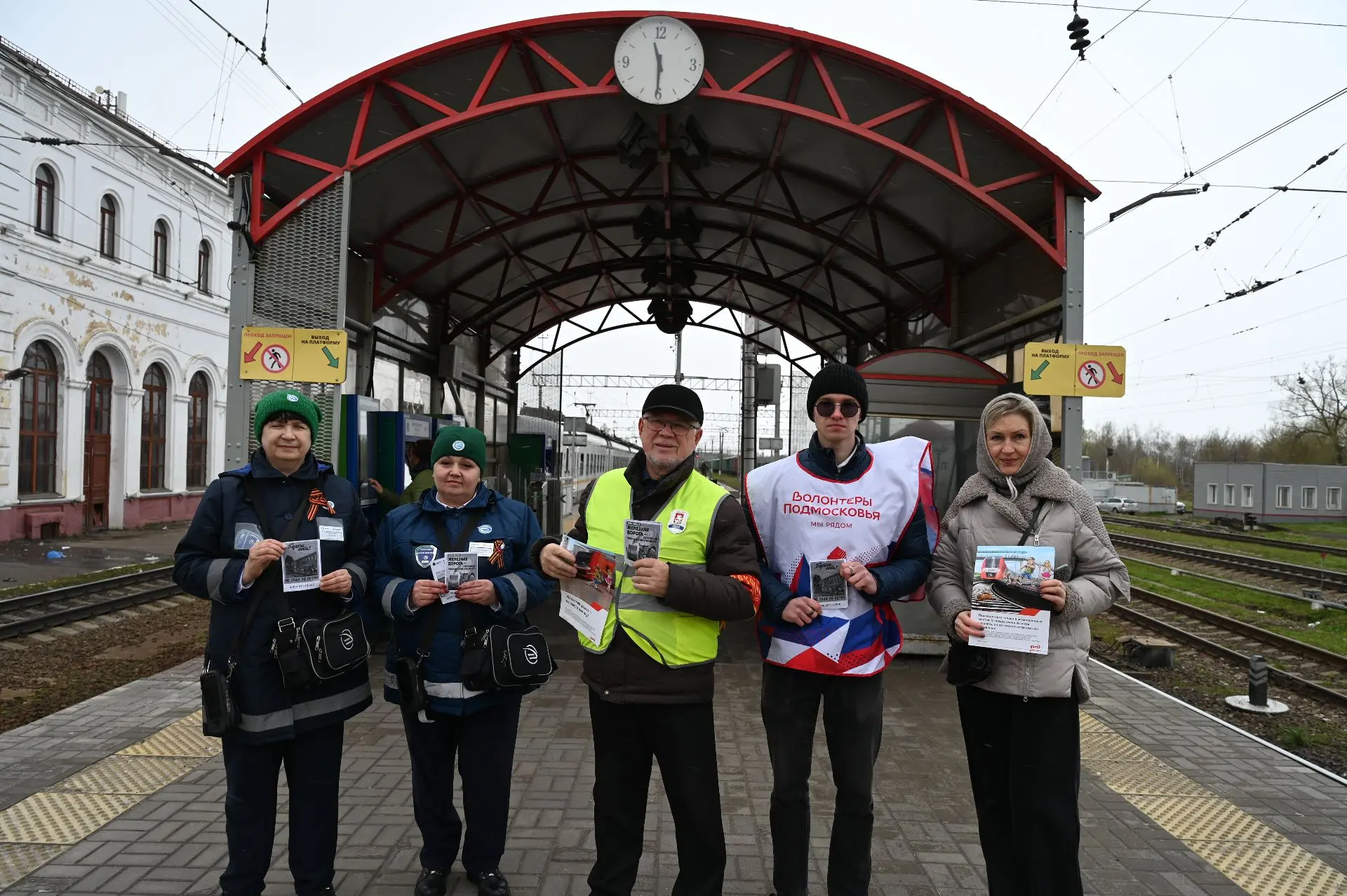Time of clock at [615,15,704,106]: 11:30
